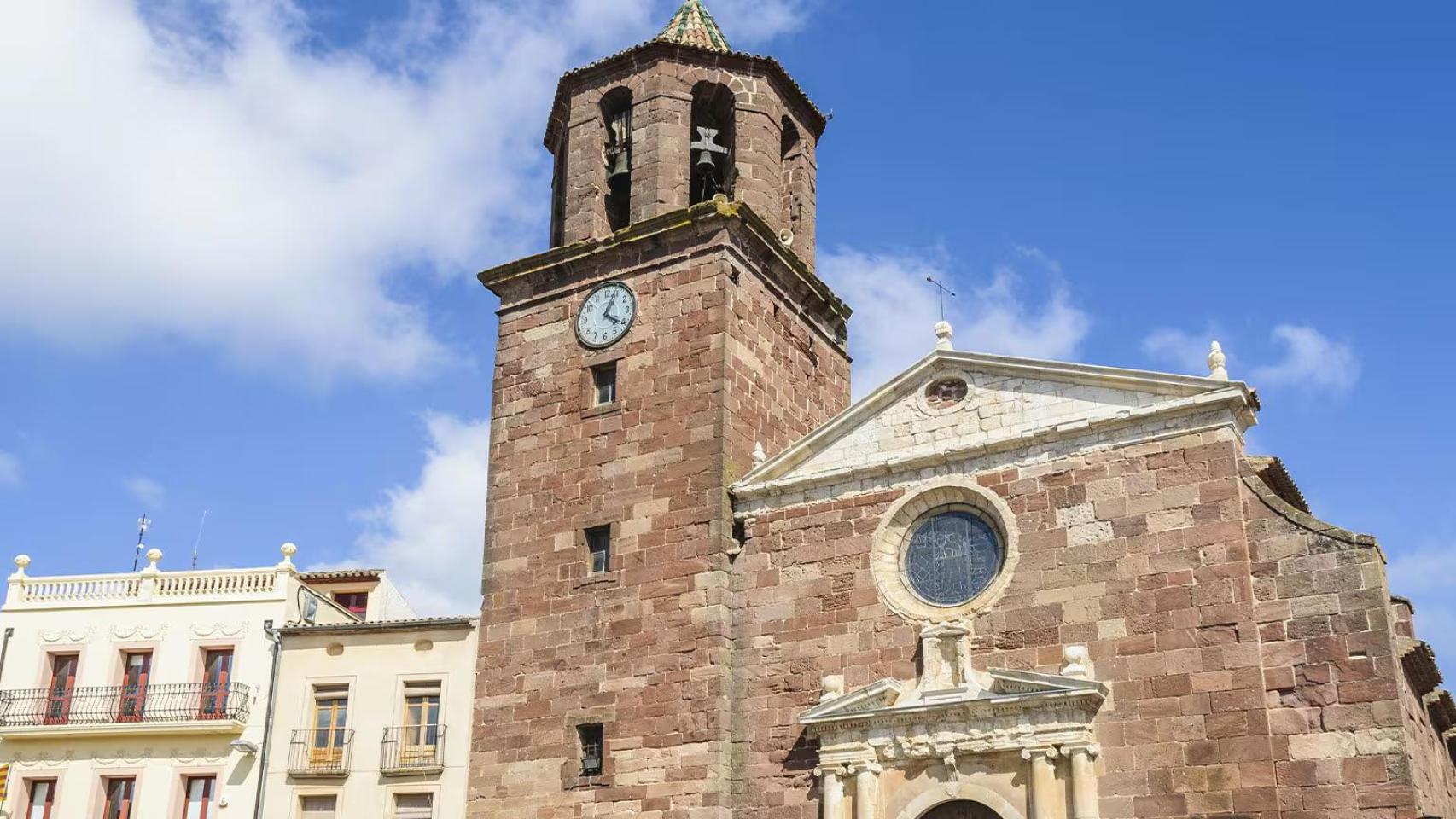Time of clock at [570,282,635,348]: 4:04
